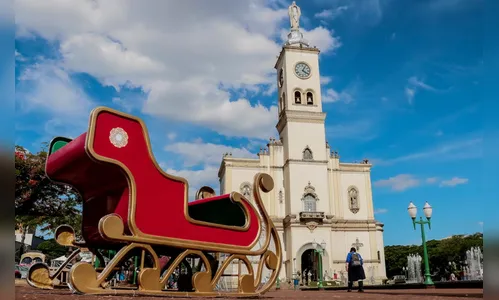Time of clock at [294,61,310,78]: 4:04
